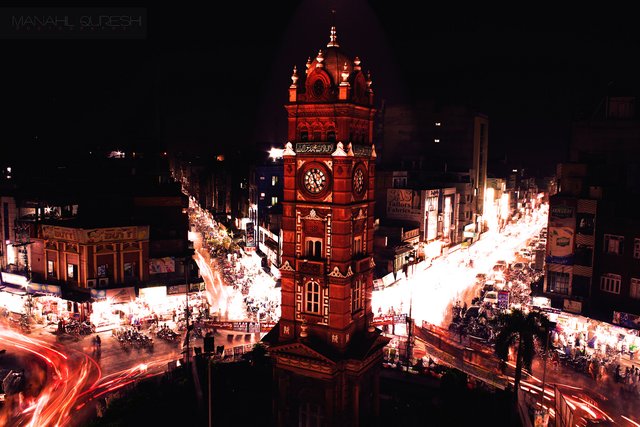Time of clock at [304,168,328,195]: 4:56
